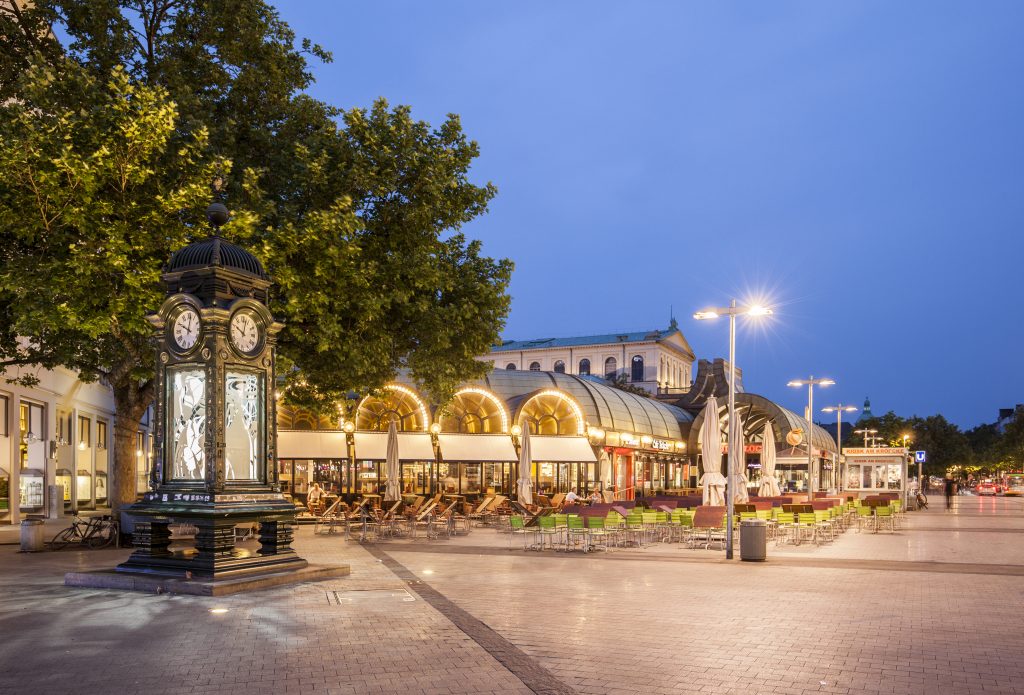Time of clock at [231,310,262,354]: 10:02
